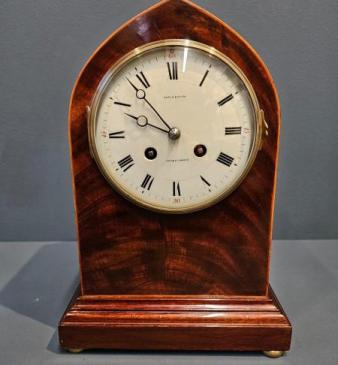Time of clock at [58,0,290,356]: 9:53
